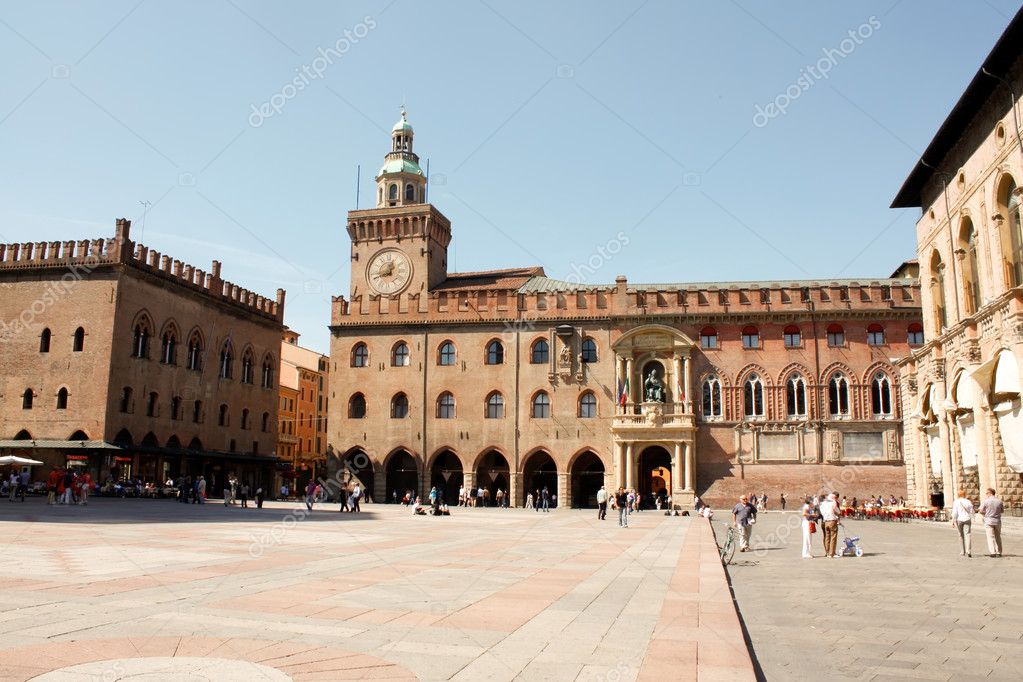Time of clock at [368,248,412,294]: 12:42
